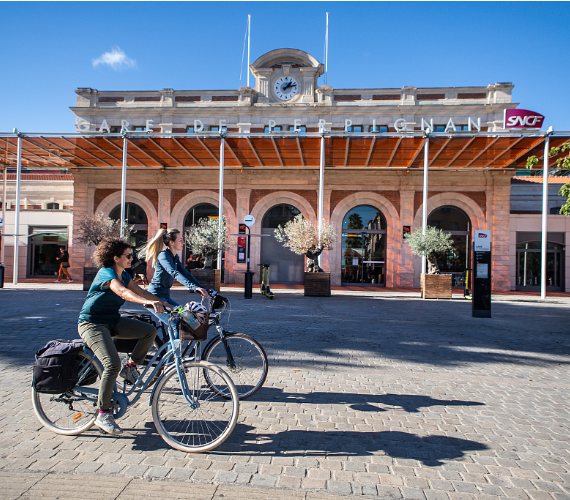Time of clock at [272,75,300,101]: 1:12
